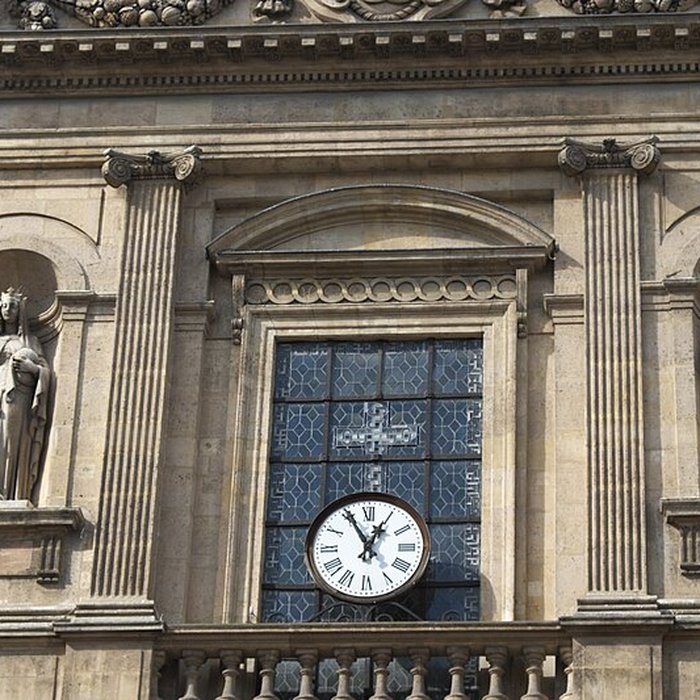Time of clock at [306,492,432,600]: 12:55
